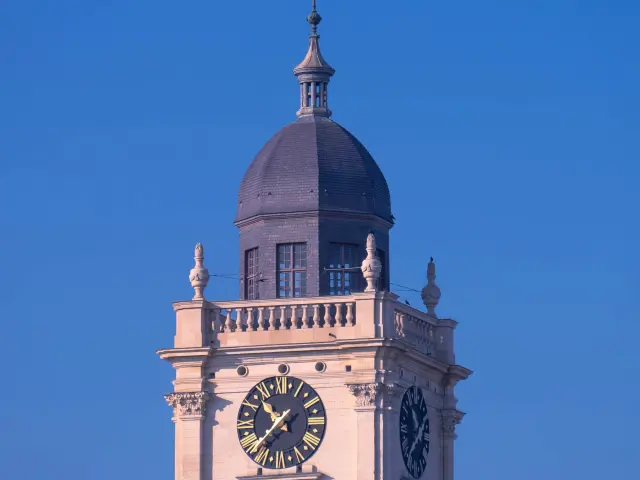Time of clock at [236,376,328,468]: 10:37
